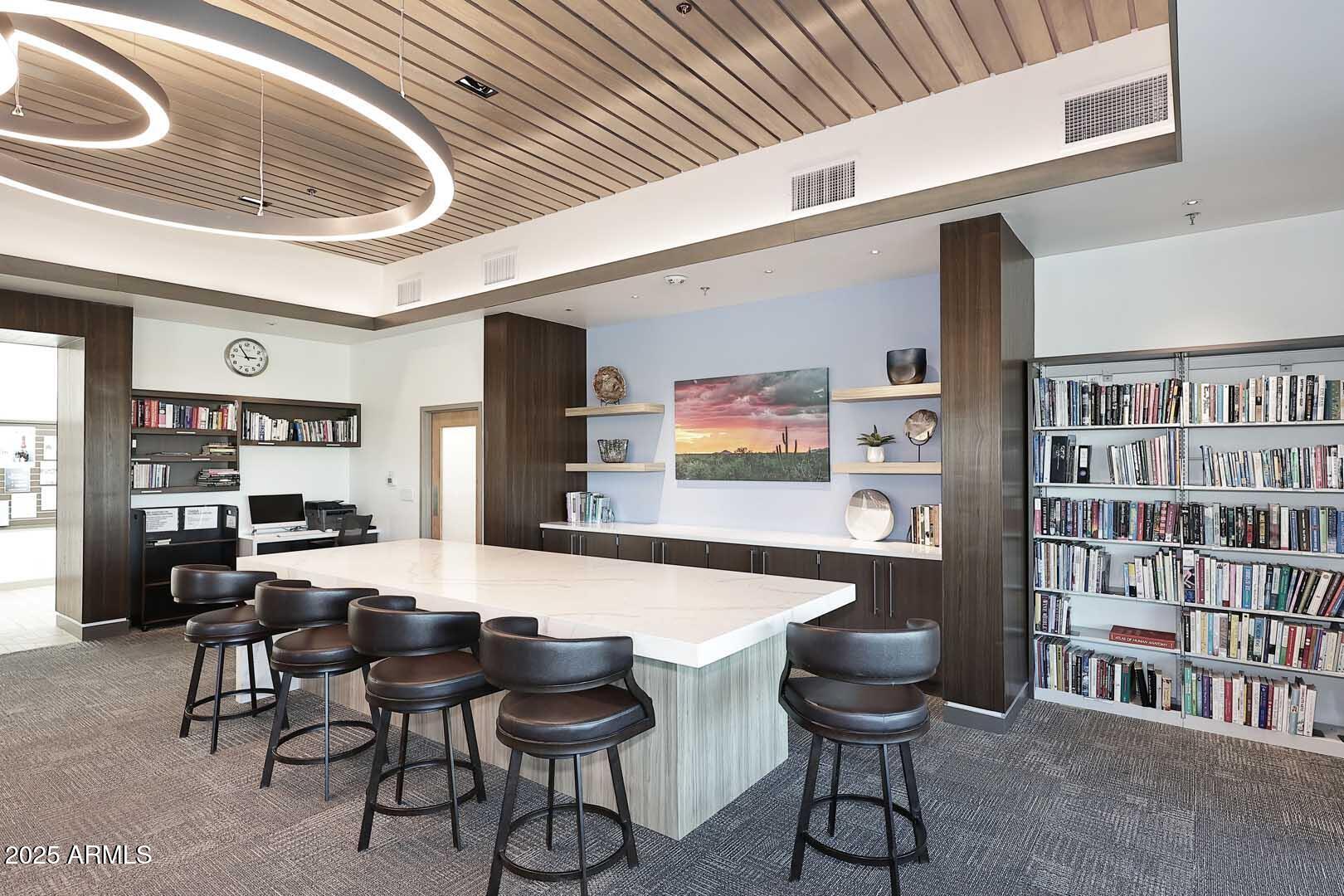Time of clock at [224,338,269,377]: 2:54
